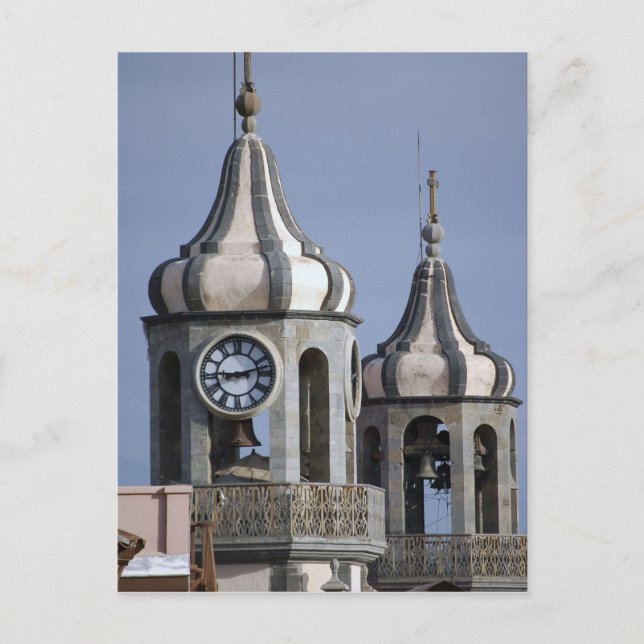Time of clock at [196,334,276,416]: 9:12
